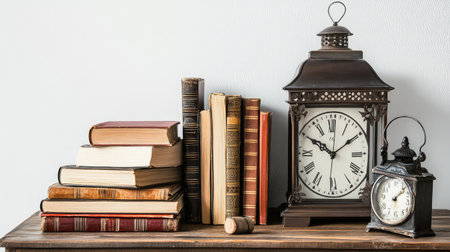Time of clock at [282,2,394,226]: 10:09
